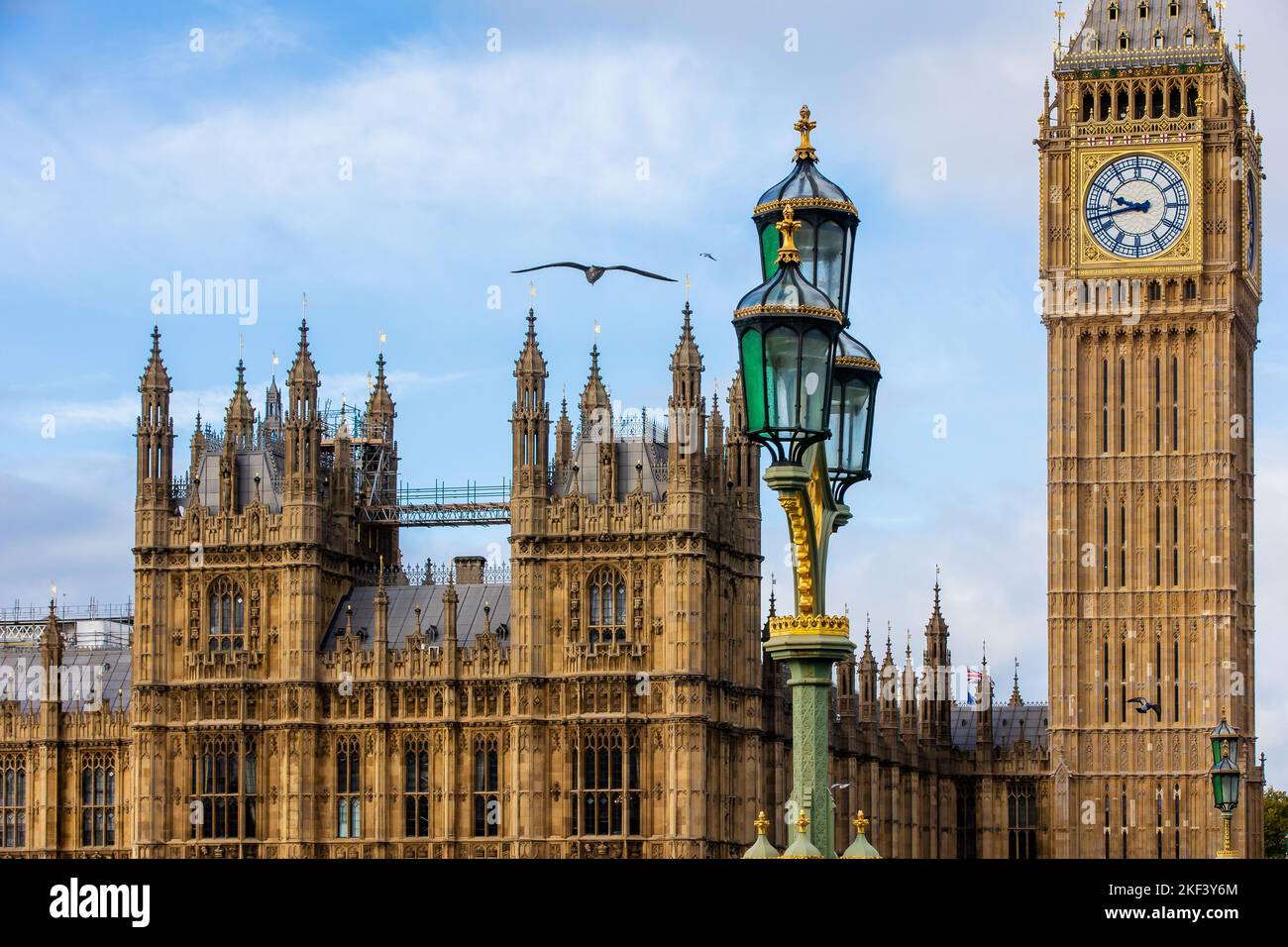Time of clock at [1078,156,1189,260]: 9:42
